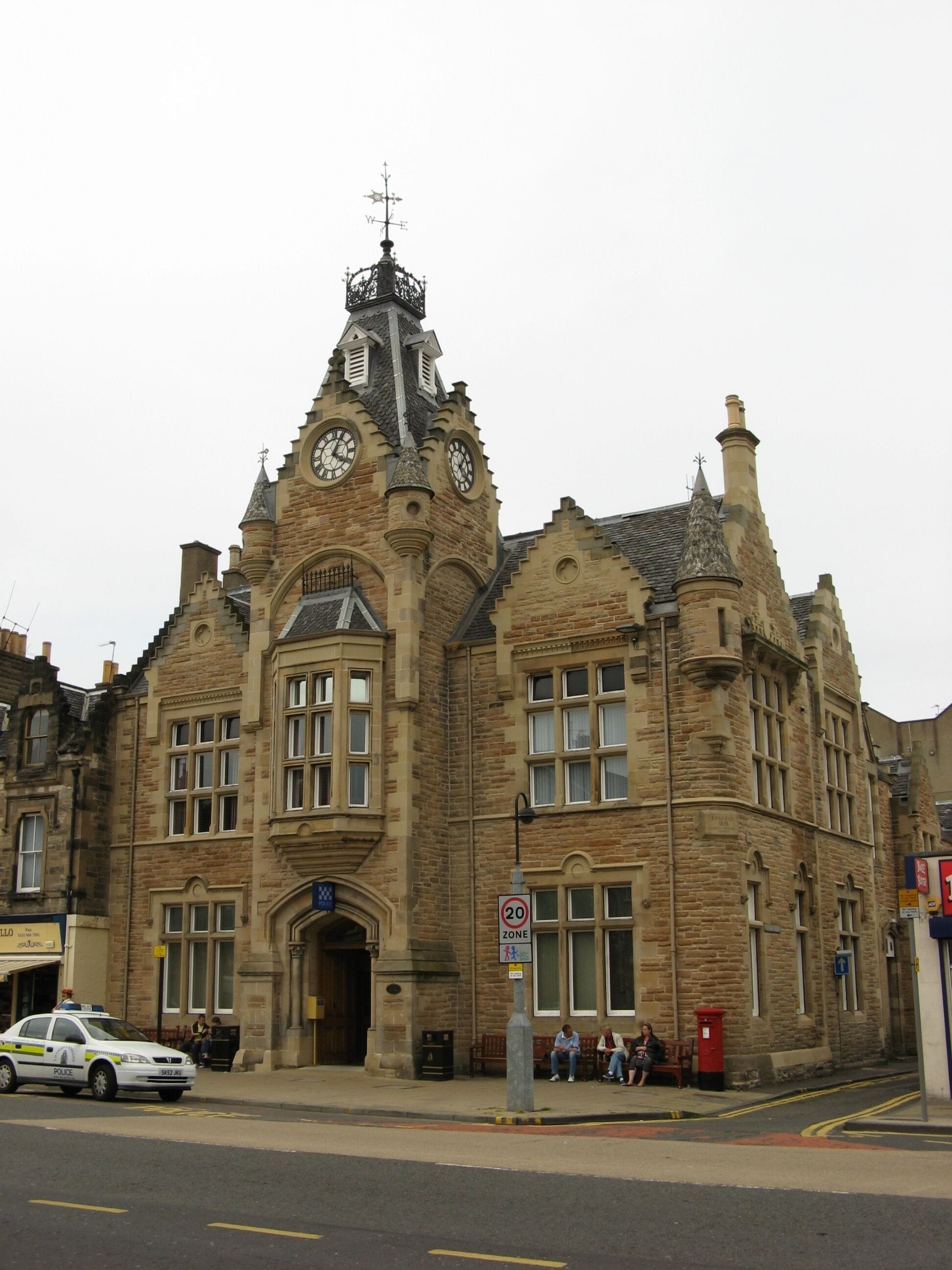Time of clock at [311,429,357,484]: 4:04
